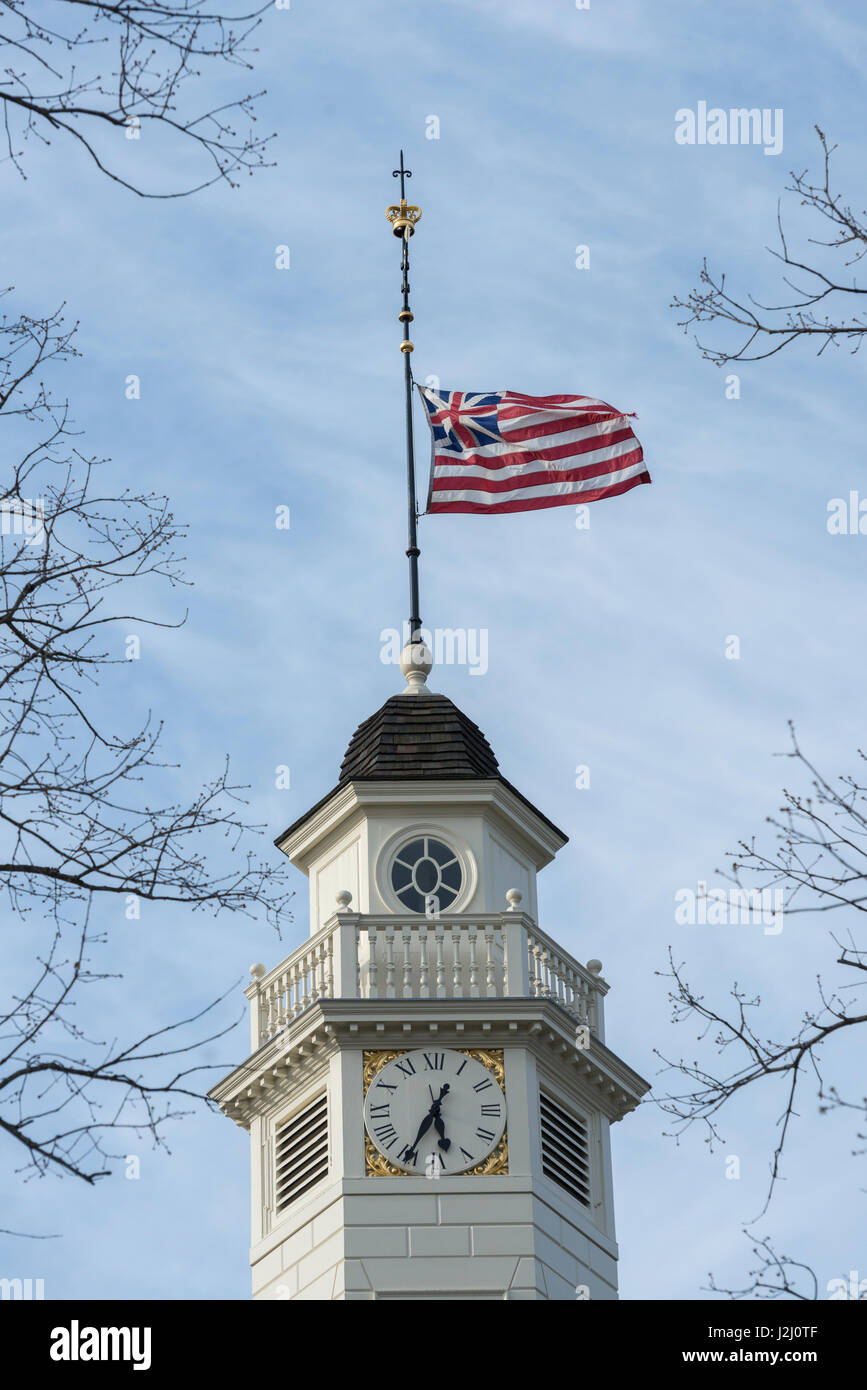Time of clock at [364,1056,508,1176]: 5:34
